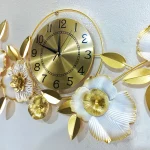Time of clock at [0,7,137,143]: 11:48
